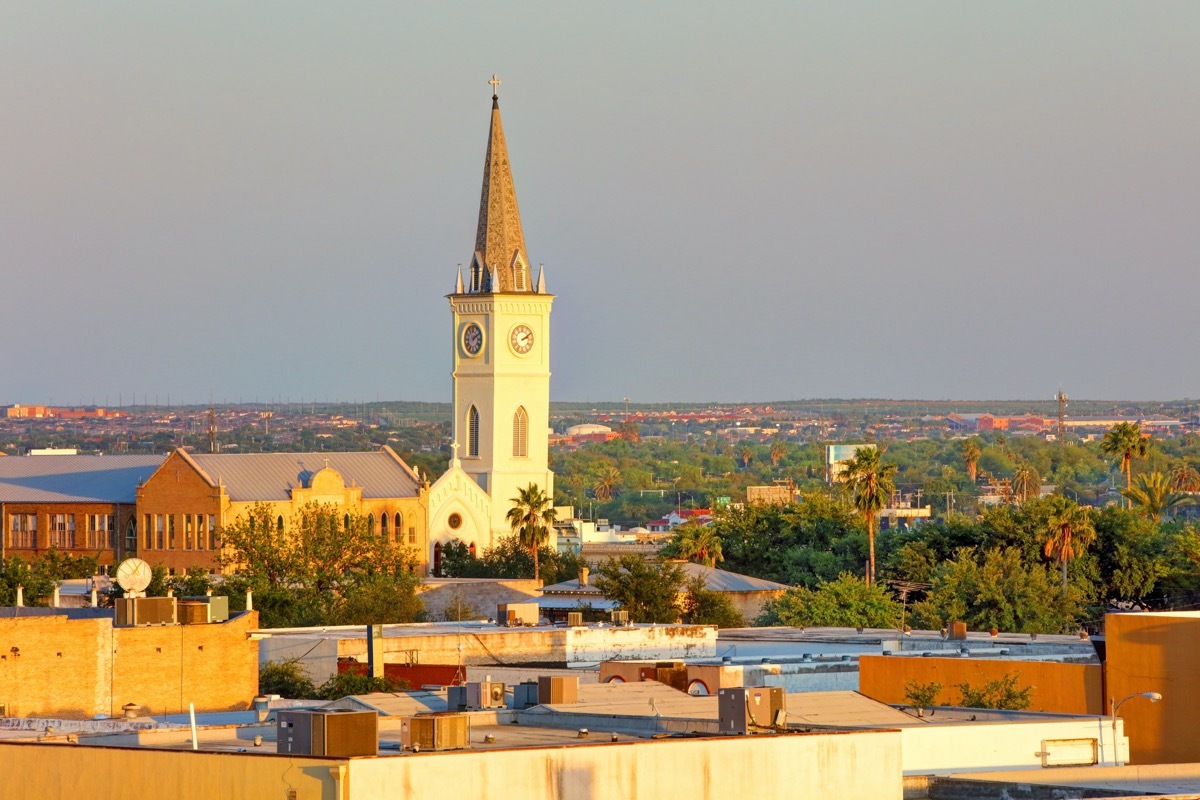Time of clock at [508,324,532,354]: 2:09
